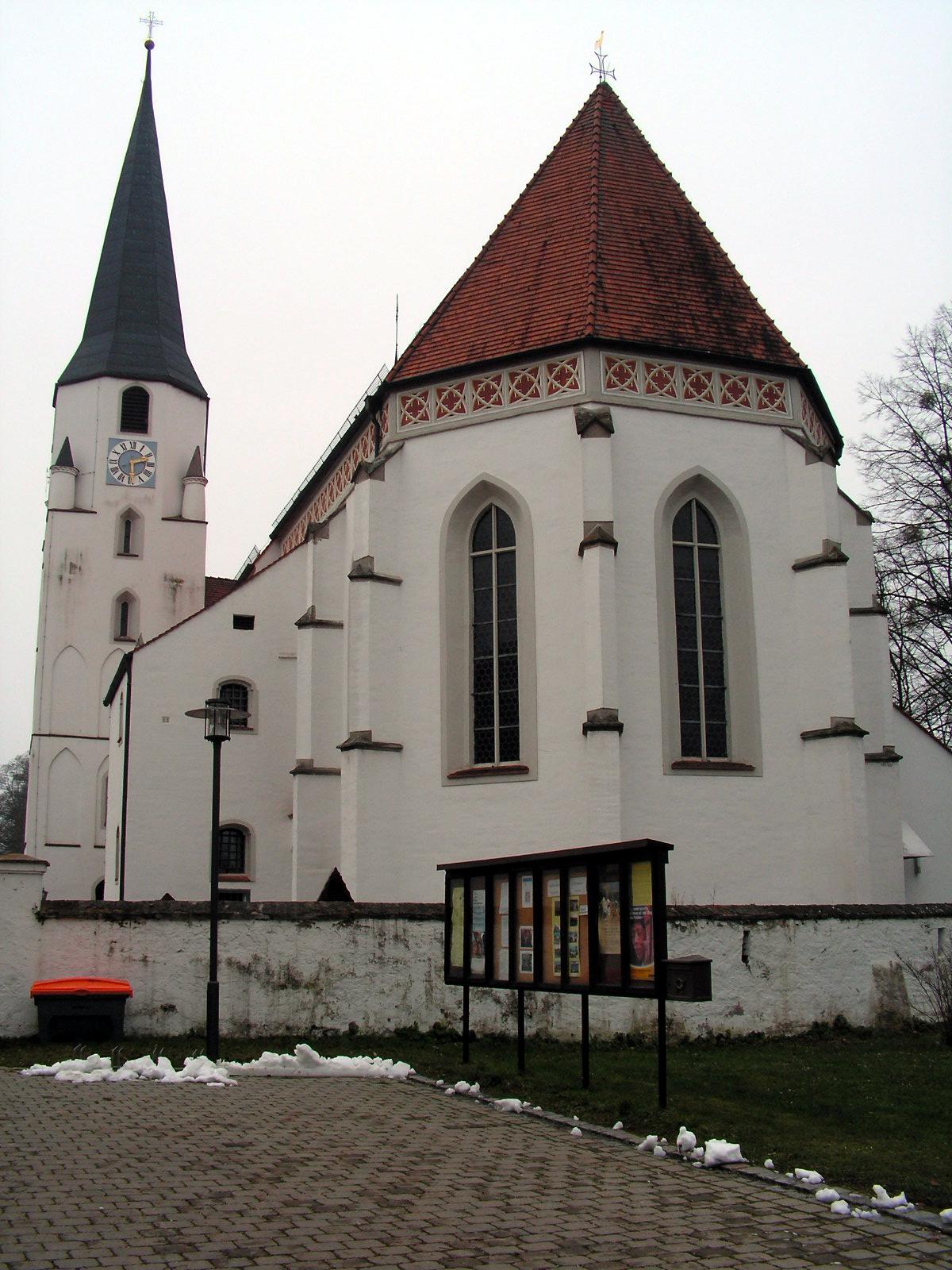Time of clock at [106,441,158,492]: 2:29
